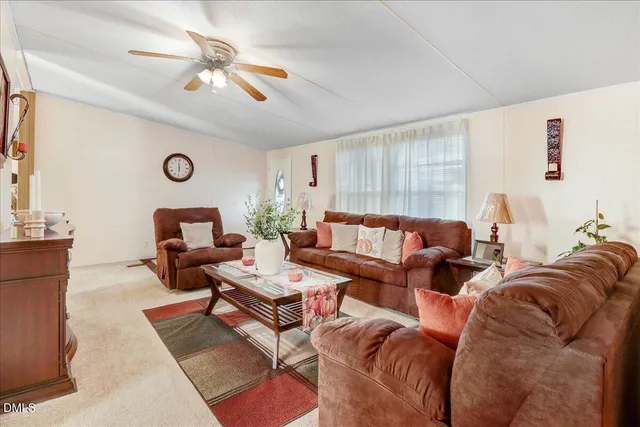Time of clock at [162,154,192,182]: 5:59
